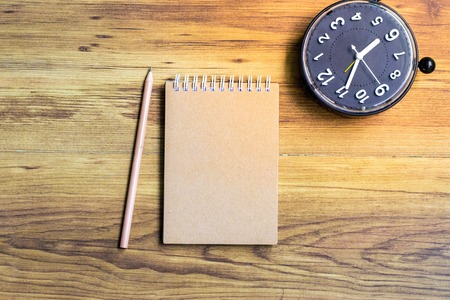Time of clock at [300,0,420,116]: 1:34
